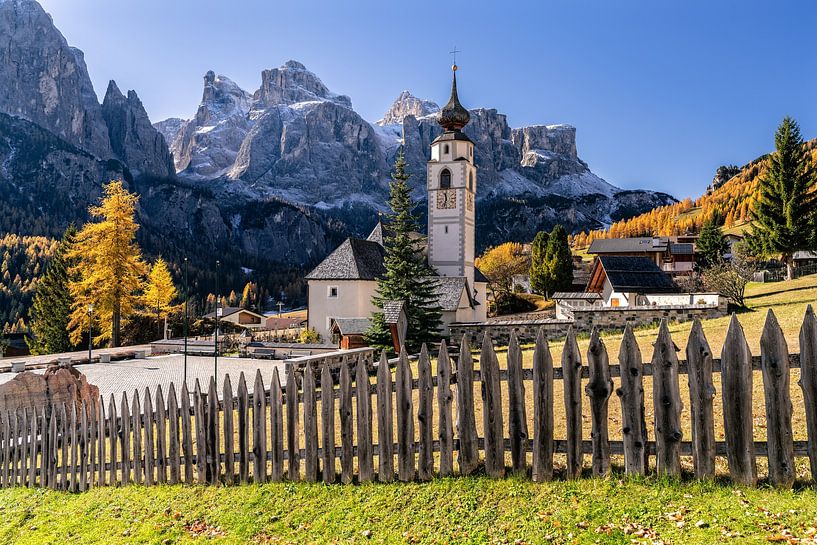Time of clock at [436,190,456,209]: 11:32
